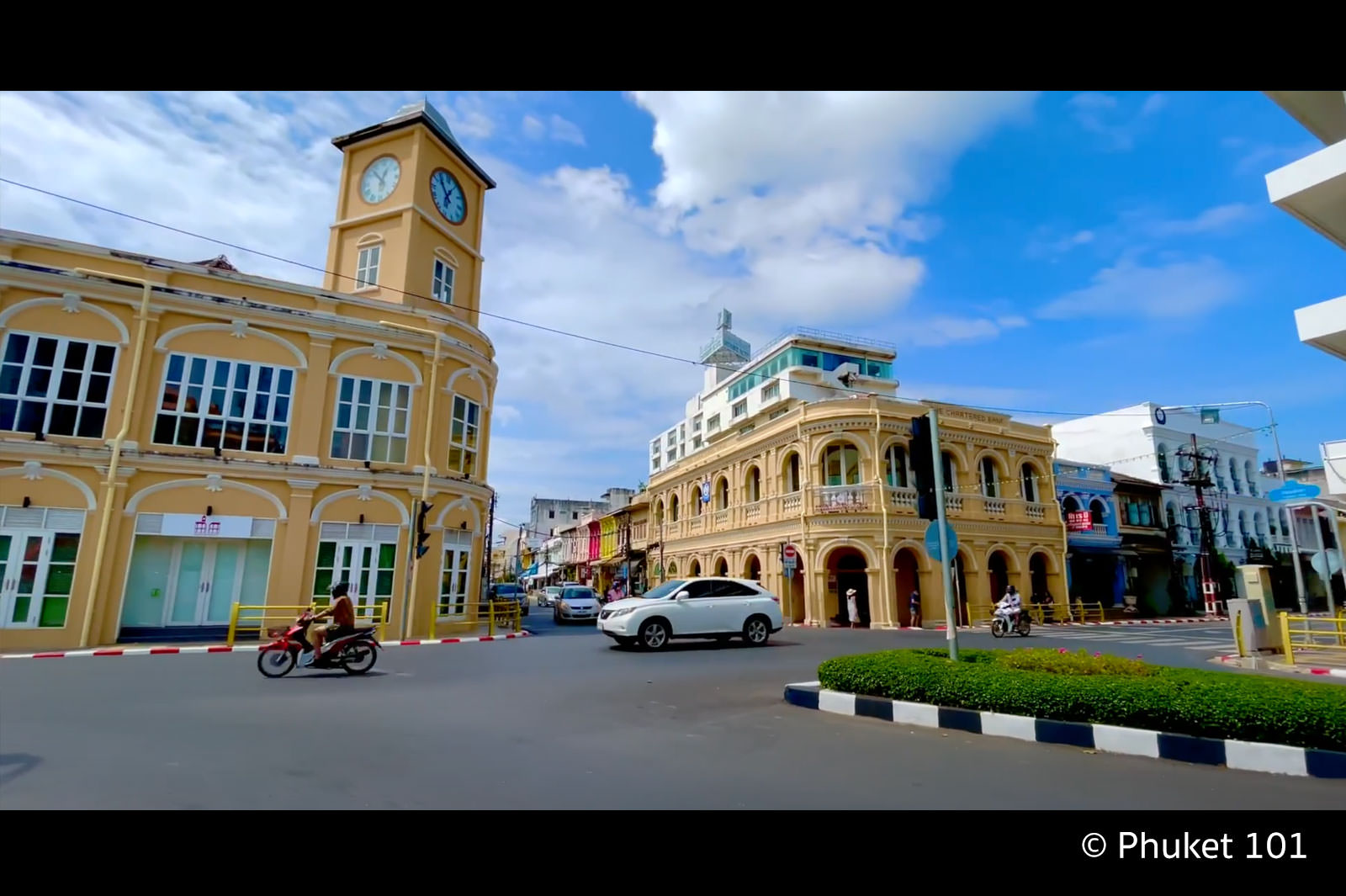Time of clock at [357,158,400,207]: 12:53
